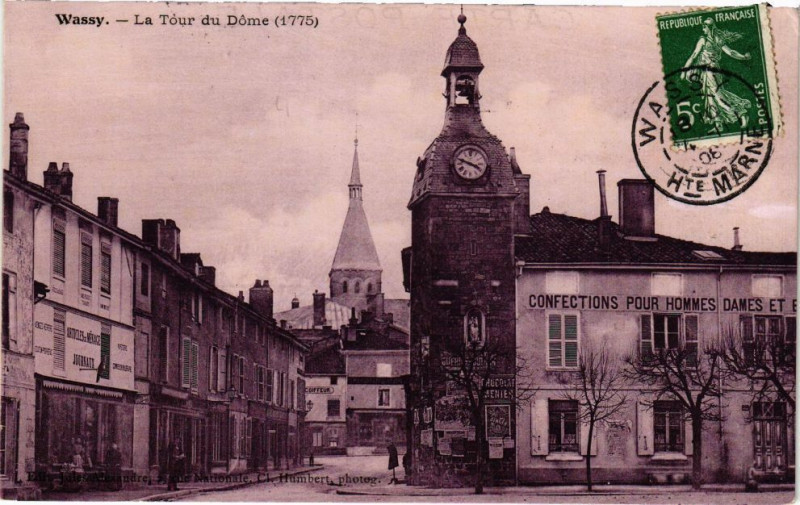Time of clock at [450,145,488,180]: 3:48
